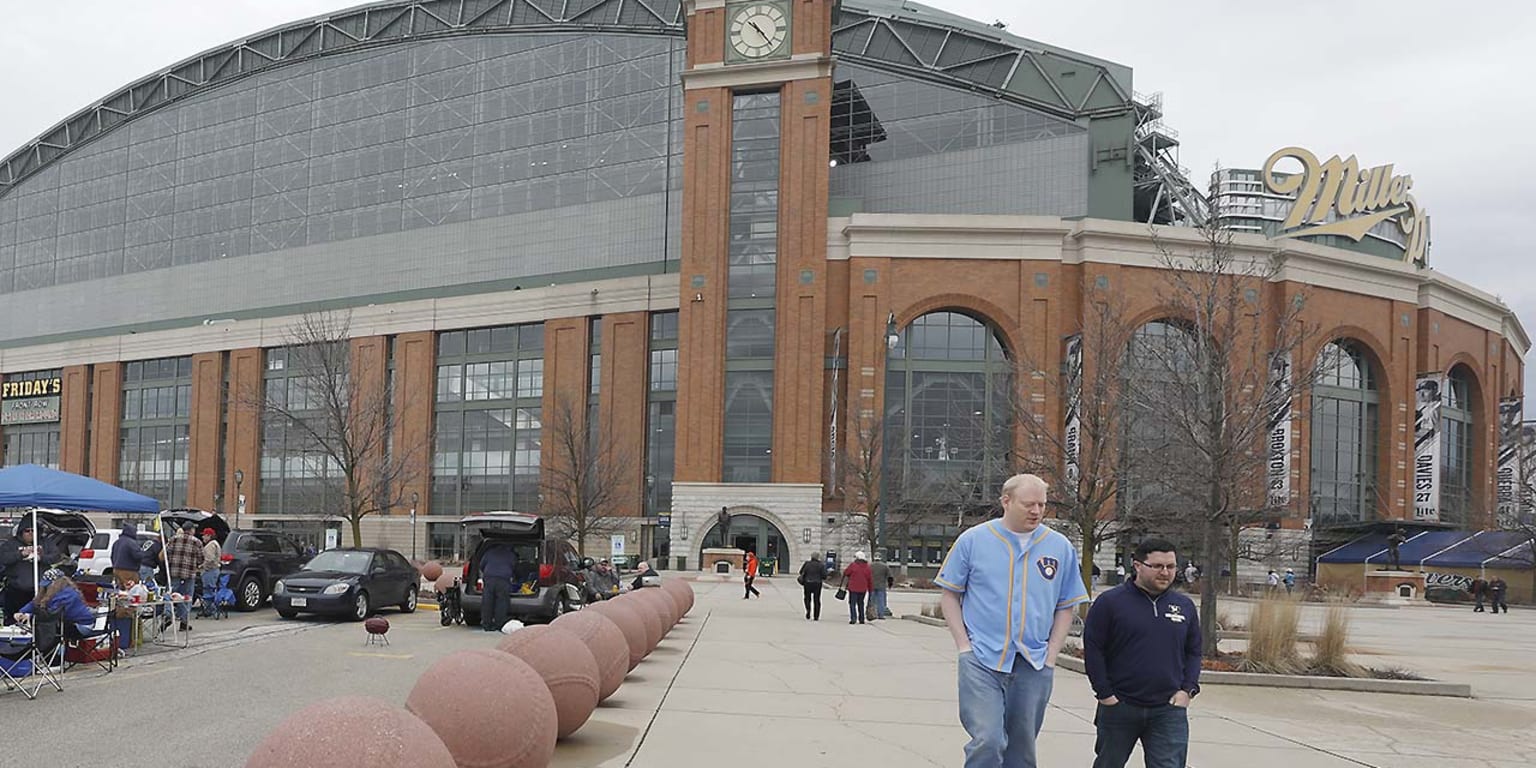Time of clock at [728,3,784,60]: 10:23
